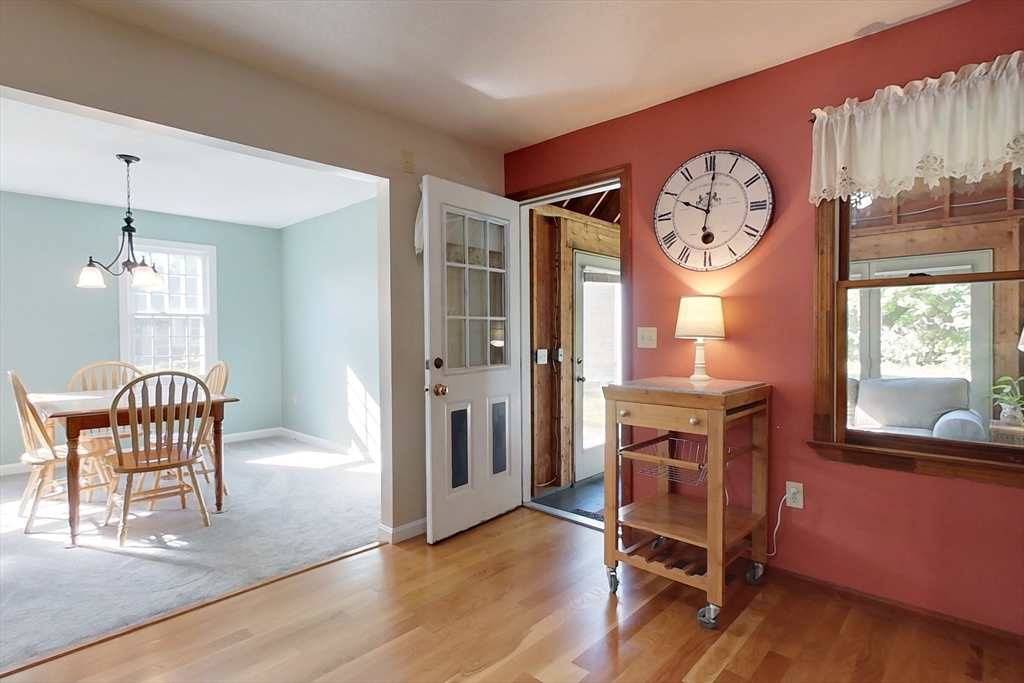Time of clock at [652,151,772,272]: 10:01
